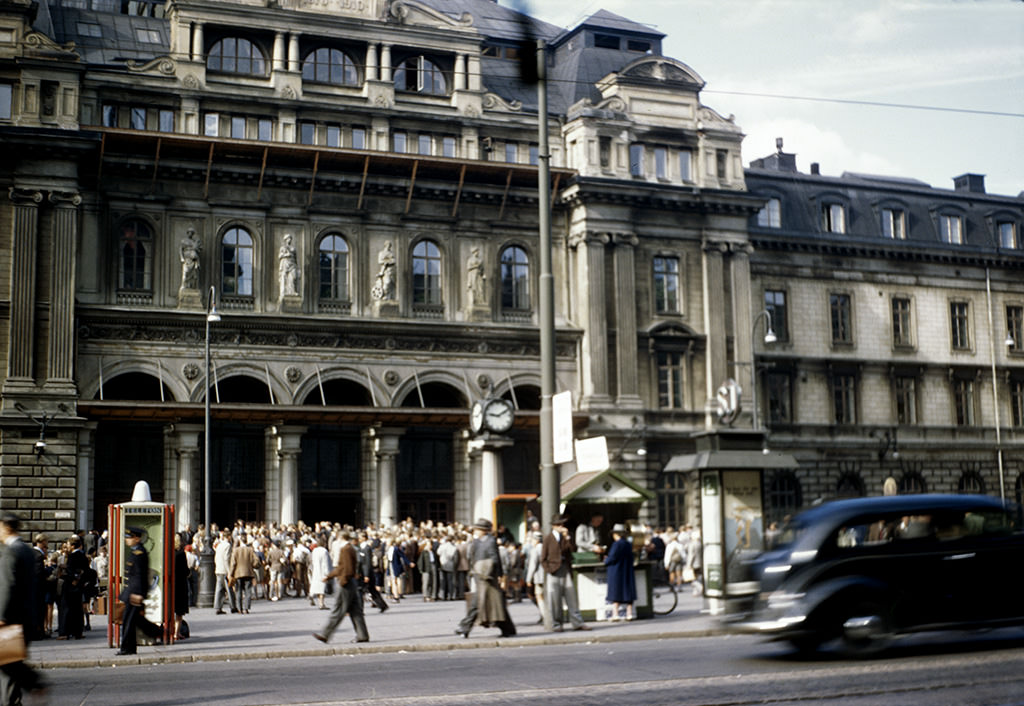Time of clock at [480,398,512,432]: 9:10
